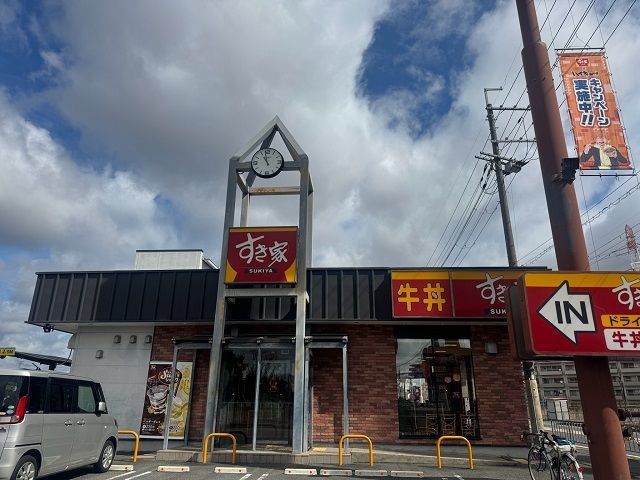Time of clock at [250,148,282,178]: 10:58
